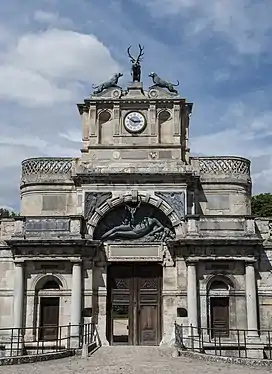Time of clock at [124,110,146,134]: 2:49
